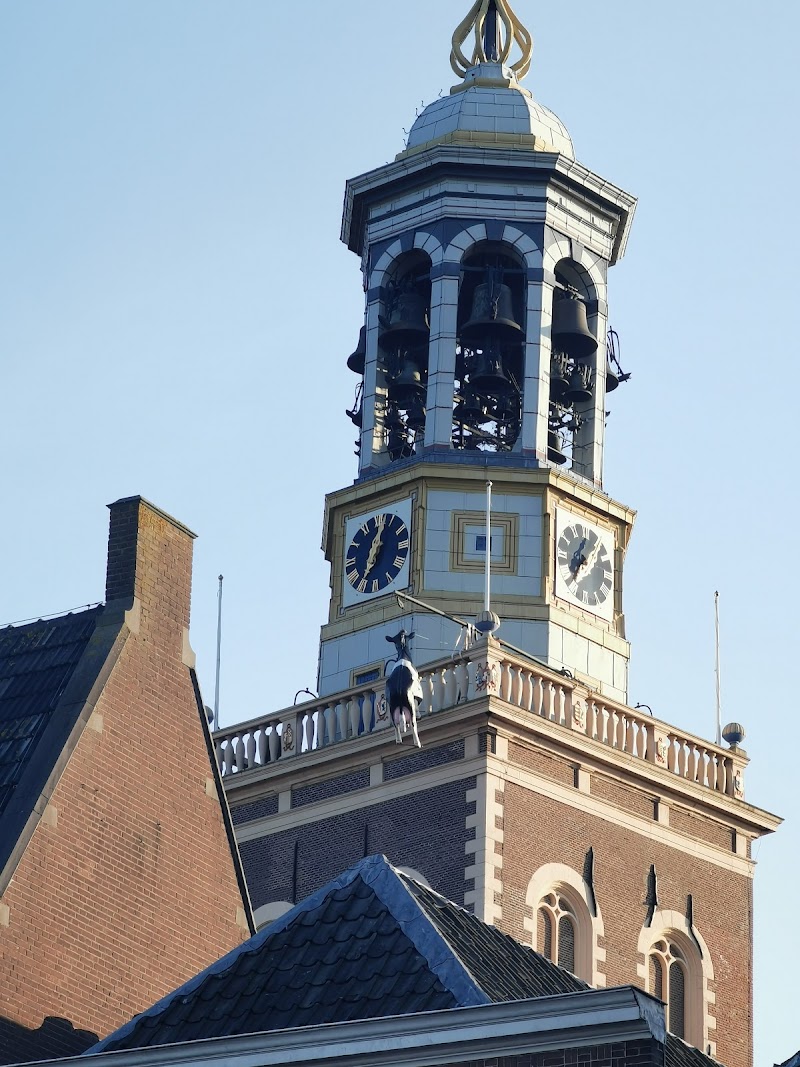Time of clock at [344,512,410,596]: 7:01
